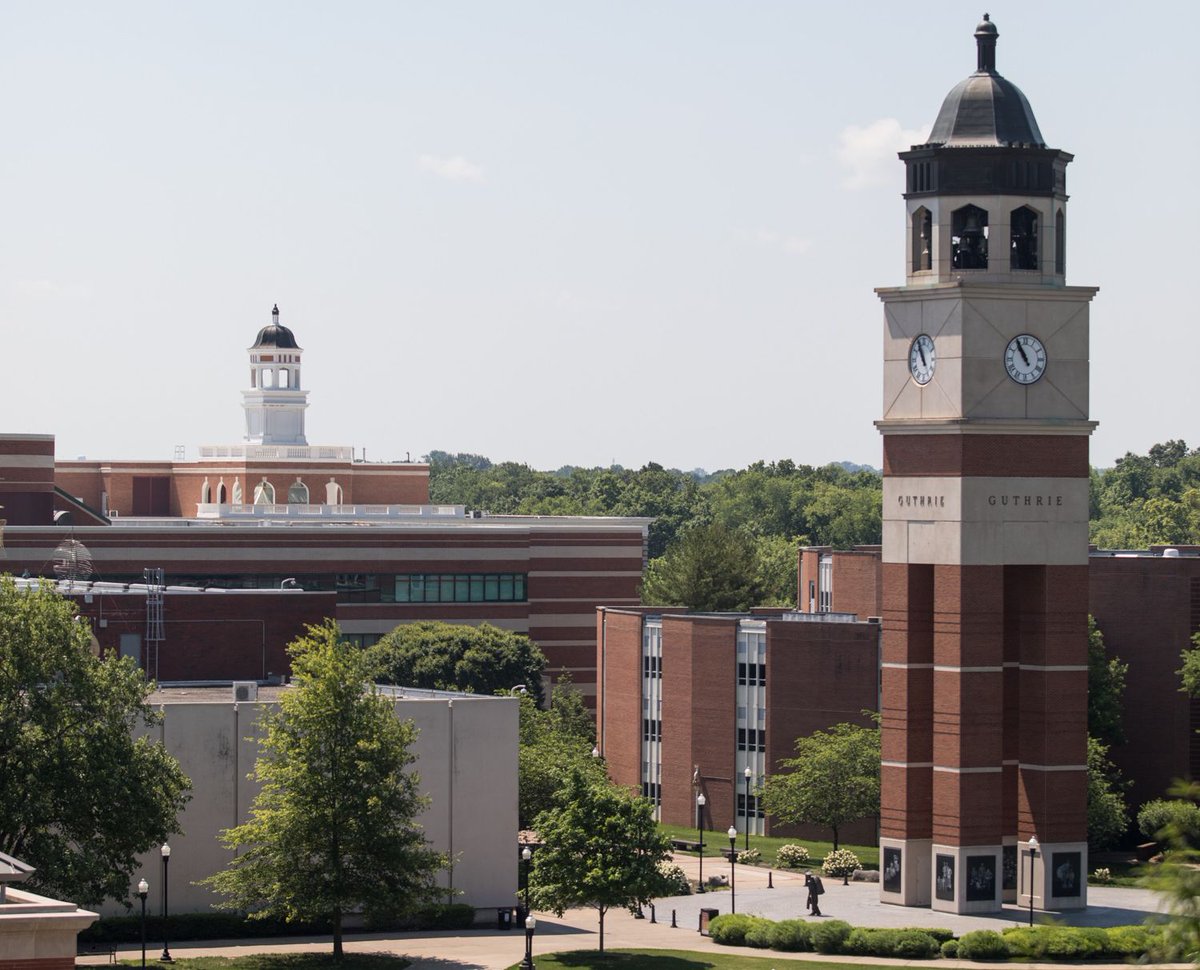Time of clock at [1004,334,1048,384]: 10:55
